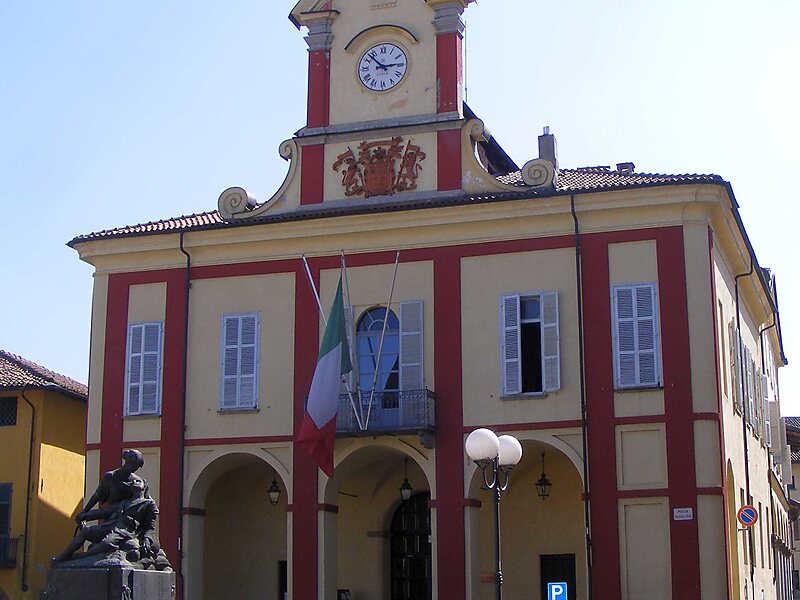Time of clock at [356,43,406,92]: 2:52
